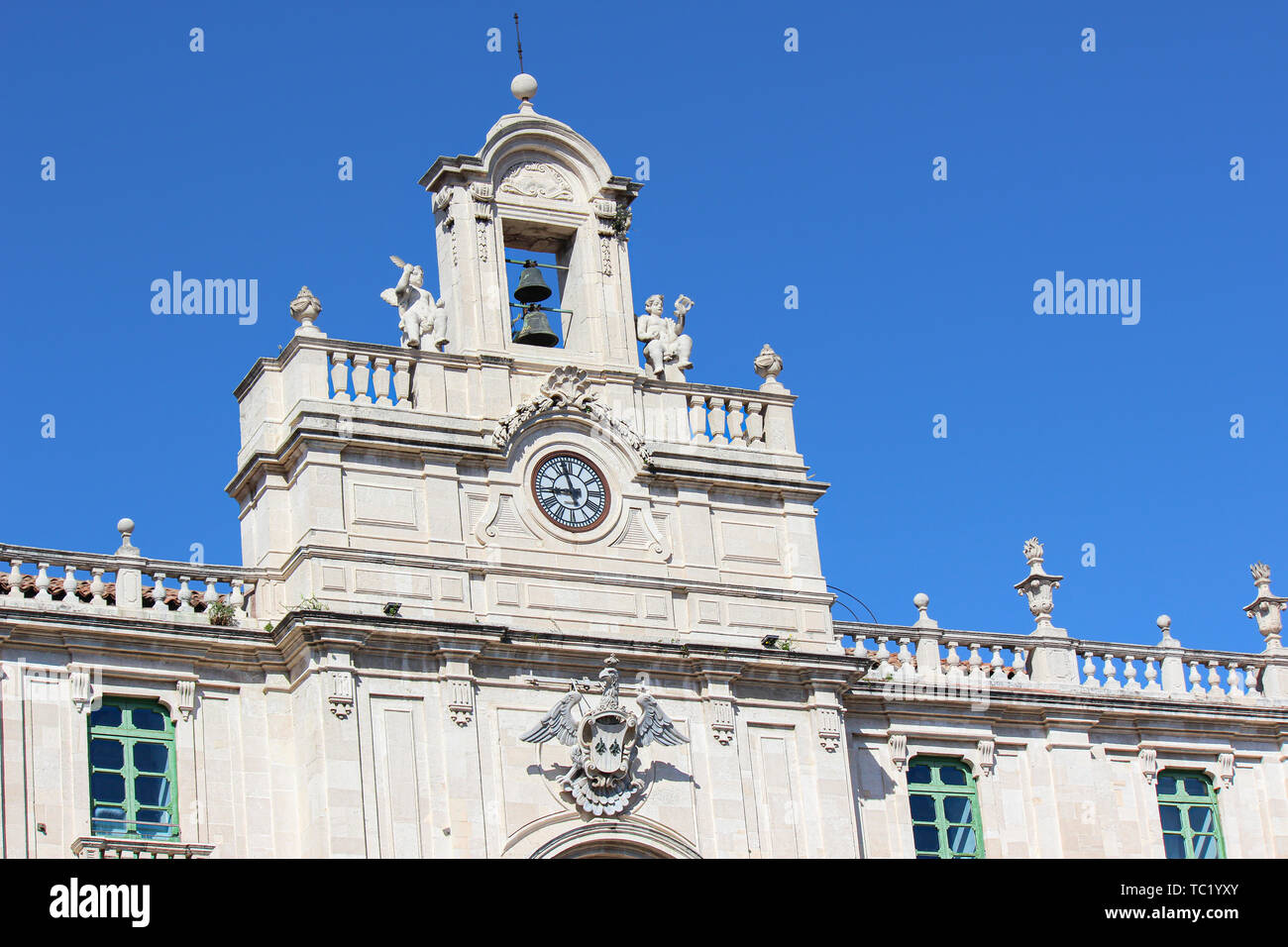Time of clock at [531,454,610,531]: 8:57
